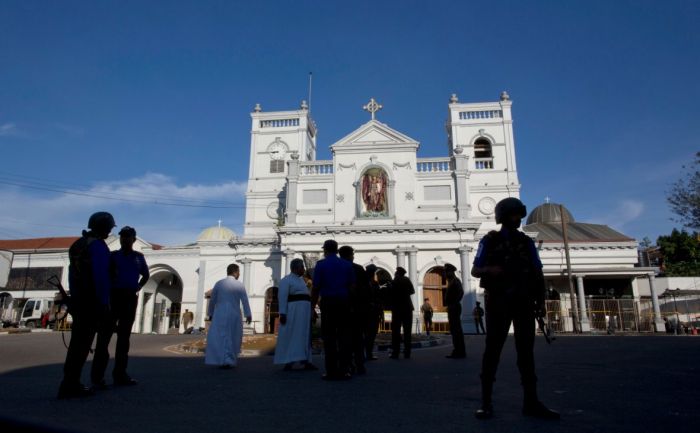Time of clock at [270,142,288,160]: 8:45
